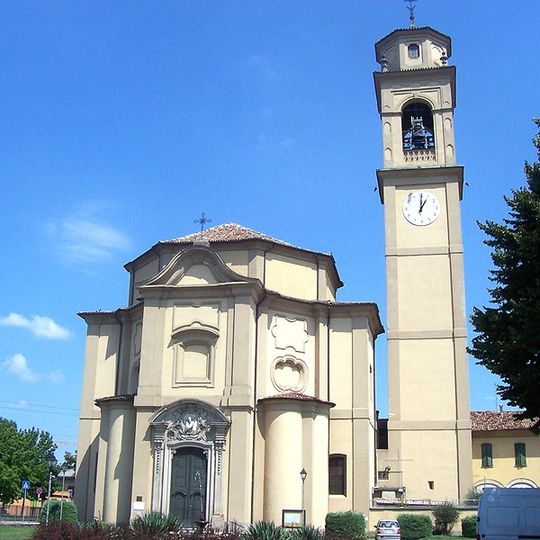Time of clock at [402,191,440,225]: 1:00
